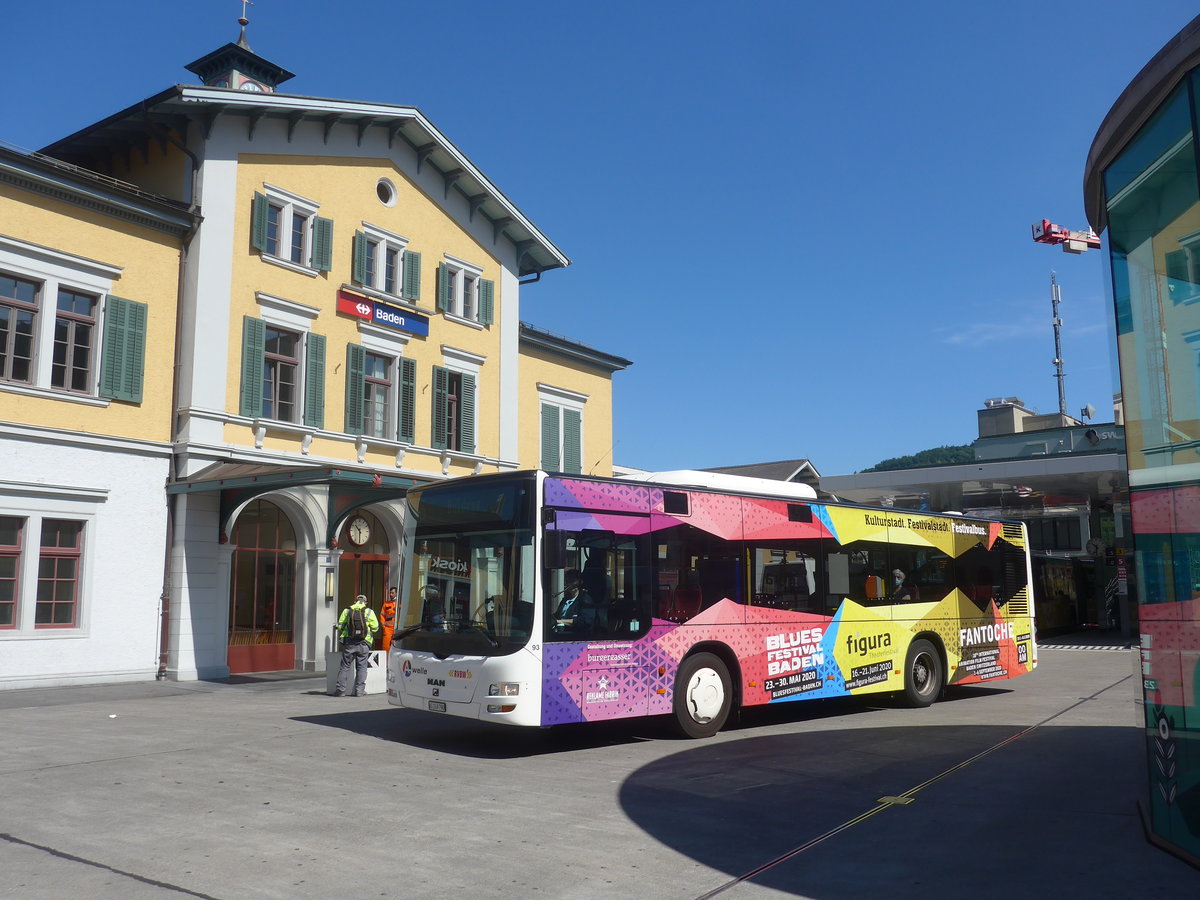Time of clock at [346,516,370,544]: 10:30
